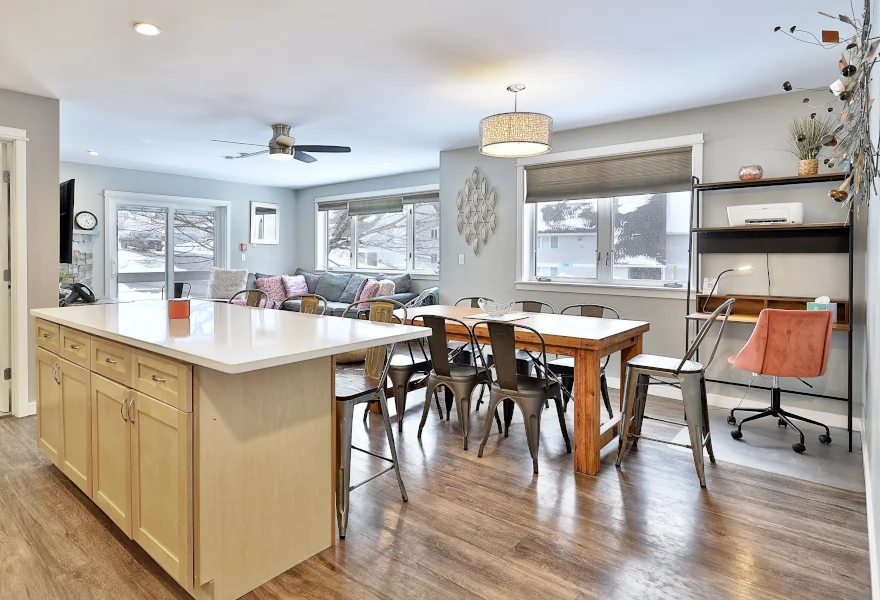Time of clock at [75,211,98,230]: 5:11
